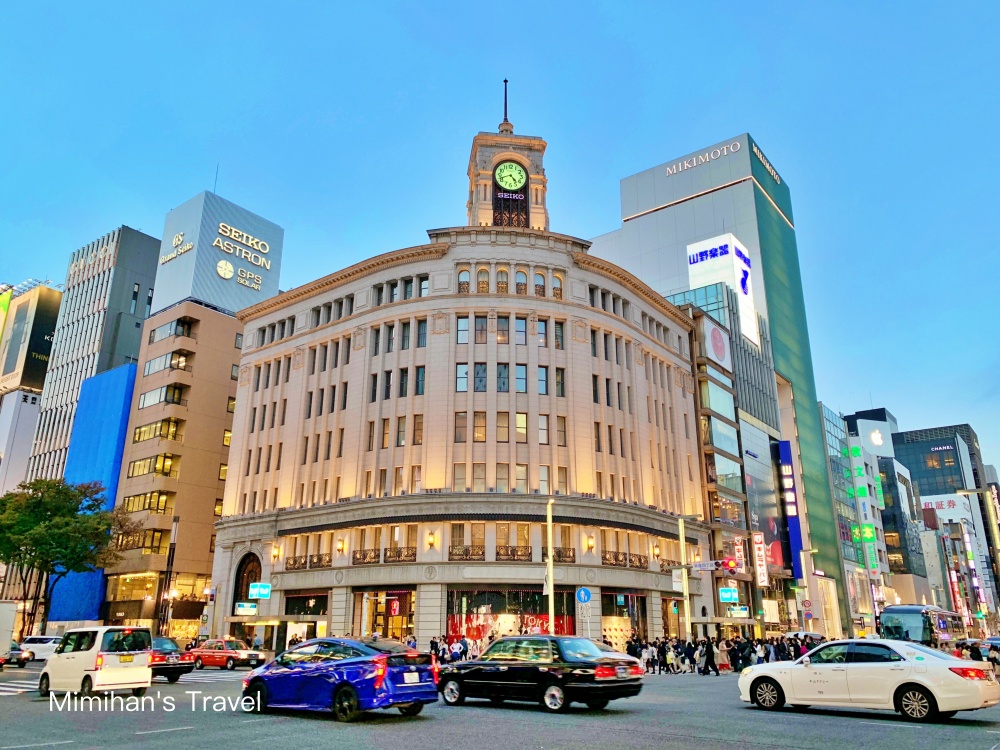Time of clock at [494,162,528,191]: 4:41
